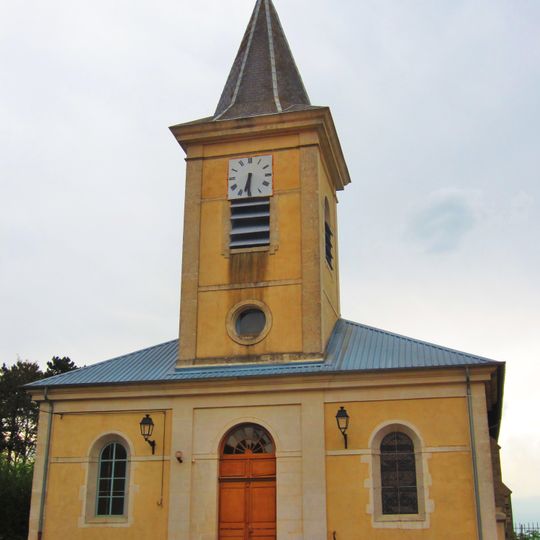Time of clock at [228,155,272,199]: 6:30
